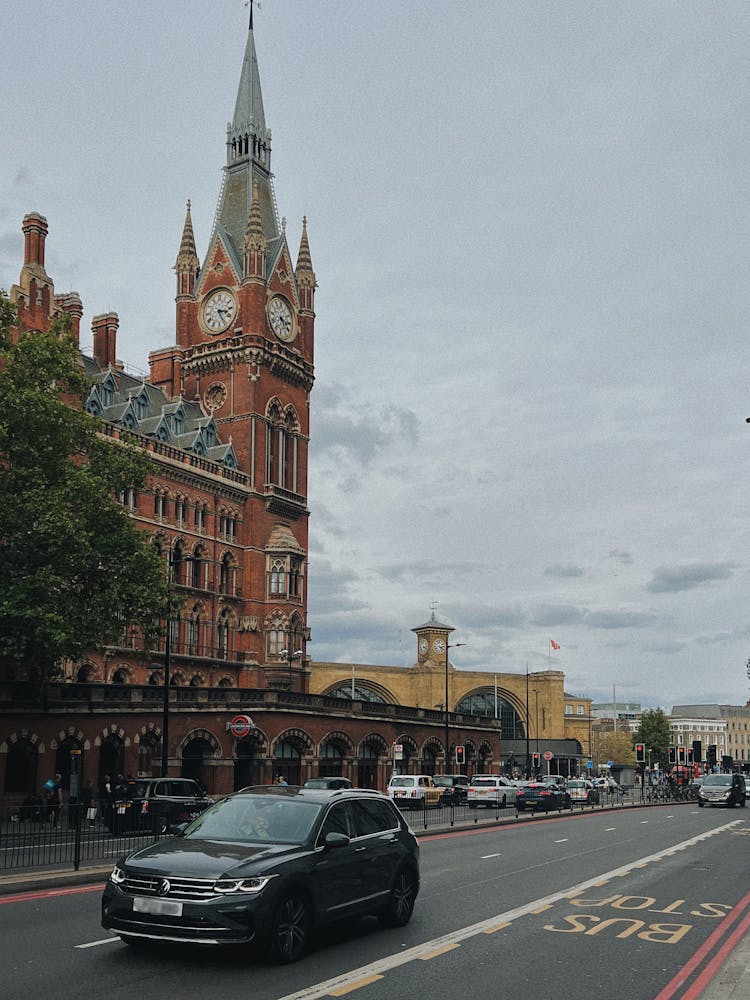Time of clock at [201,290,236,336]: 3:25
